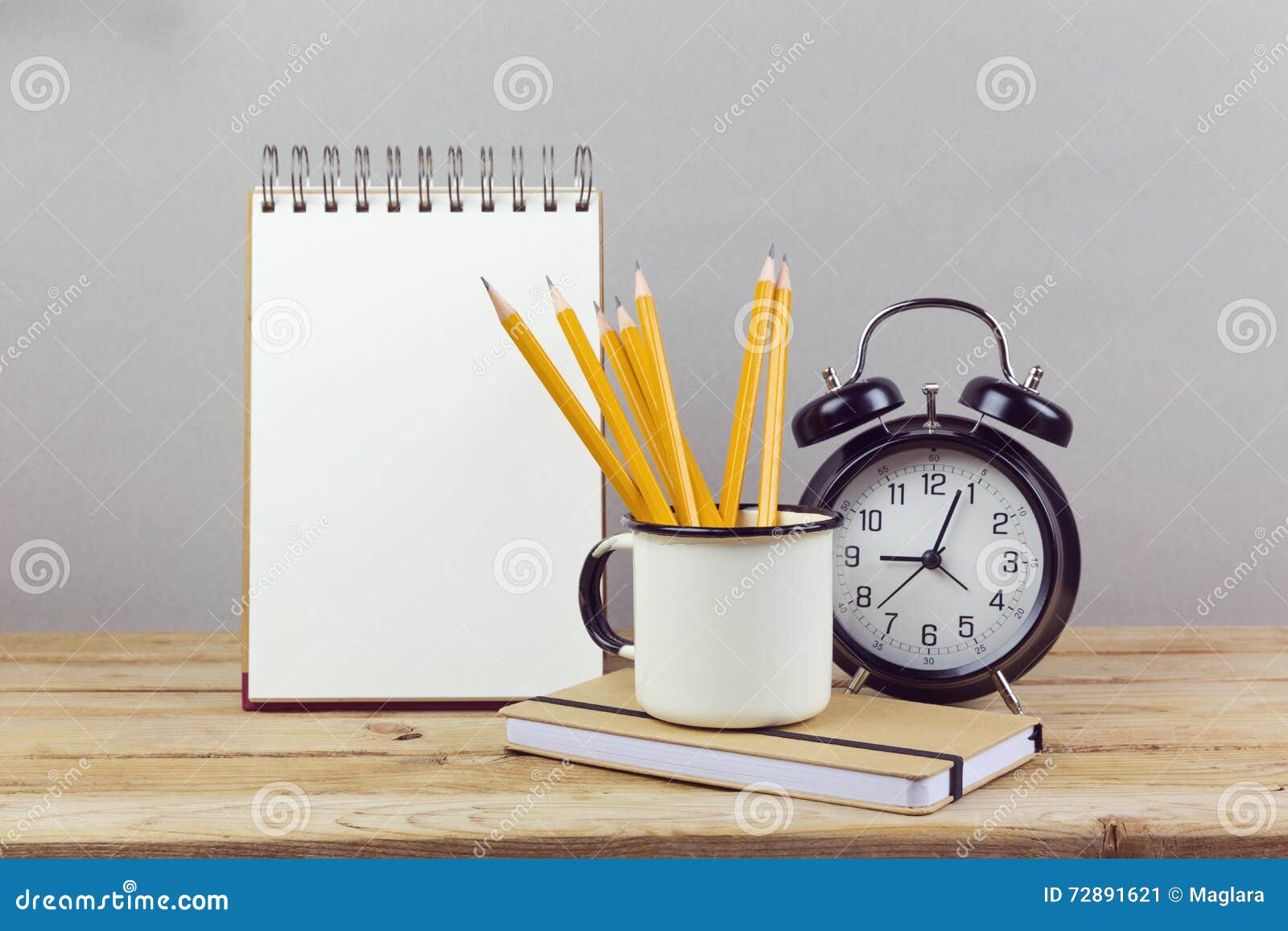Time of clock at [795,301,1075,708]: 9:03
